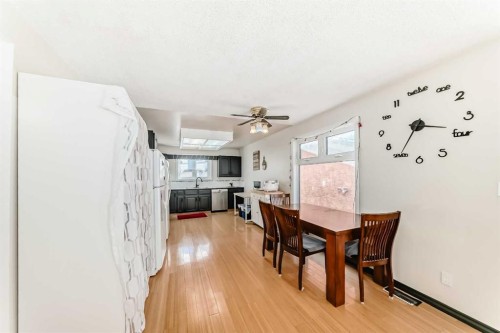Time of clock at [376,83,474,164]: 3:35
